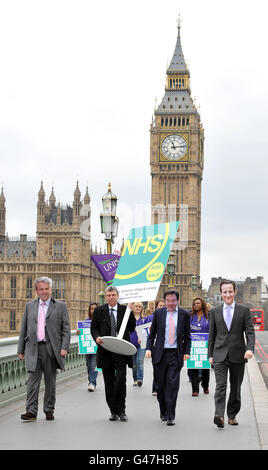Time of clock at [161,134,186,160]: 11:13
